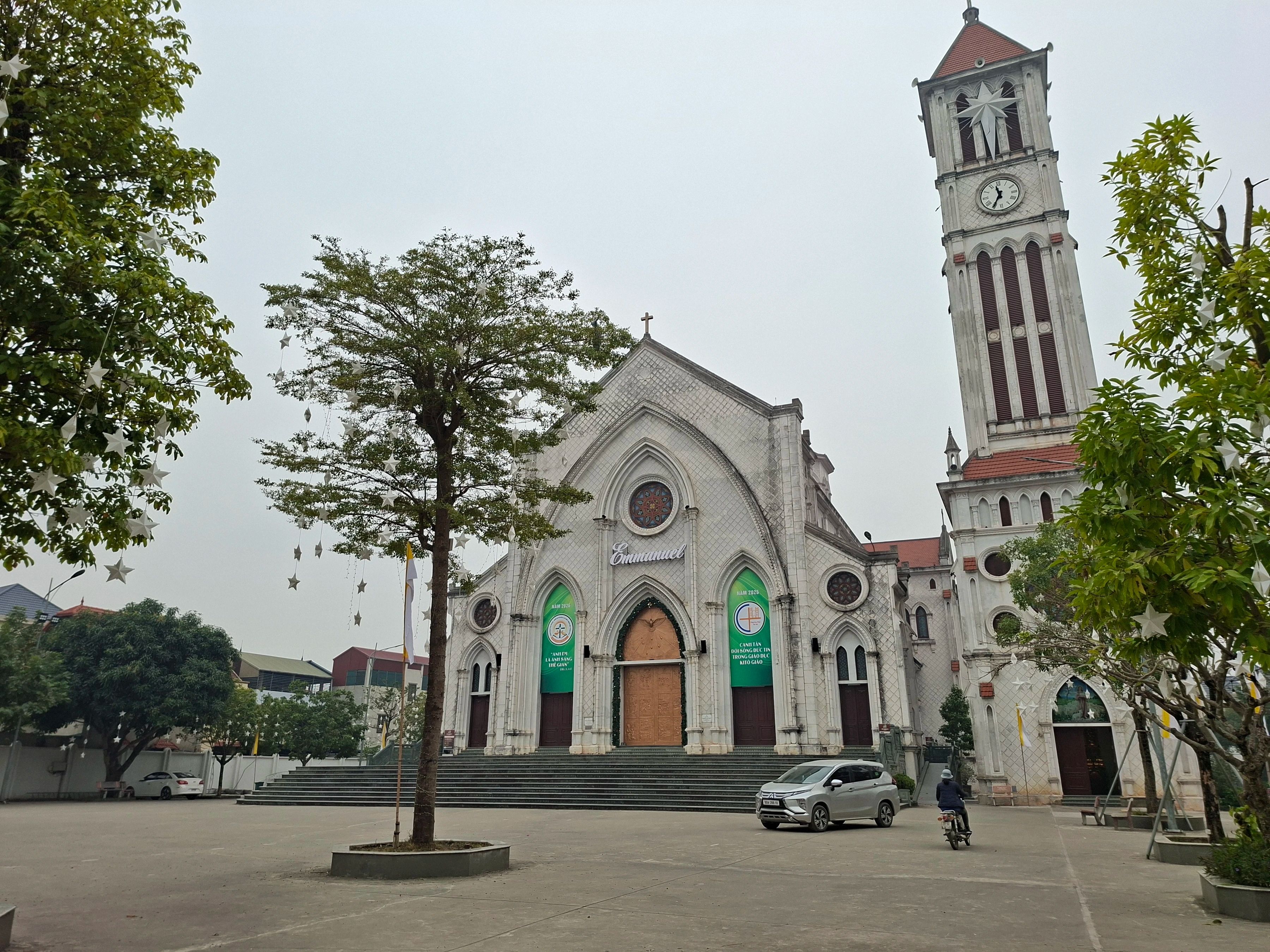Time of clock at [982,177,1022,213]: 11:35
